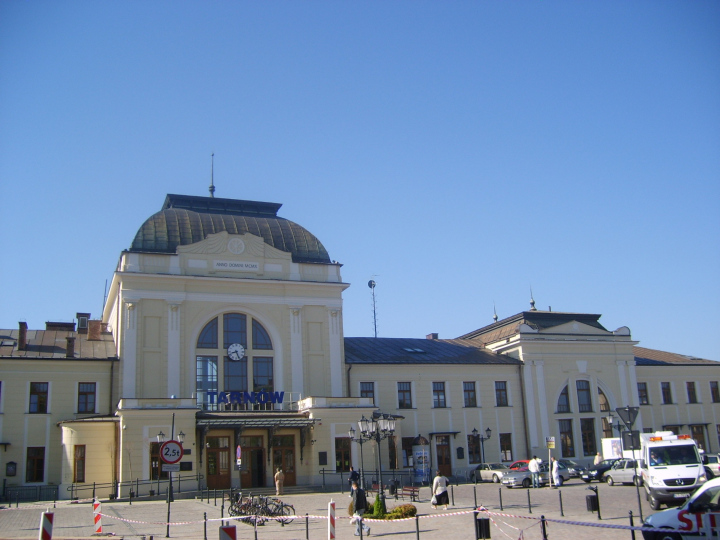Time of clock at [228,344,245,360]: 8:26
